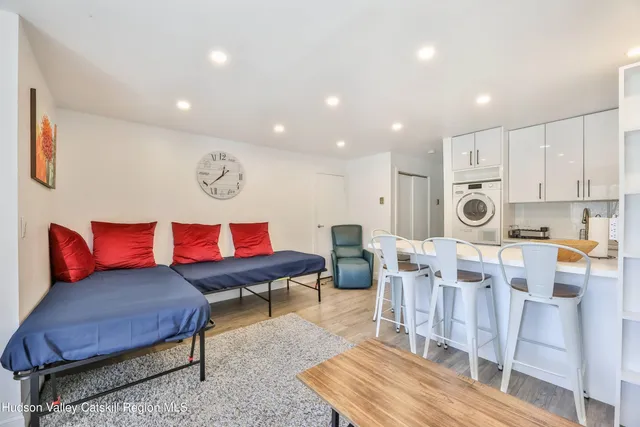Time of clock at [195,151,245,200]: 12:38
